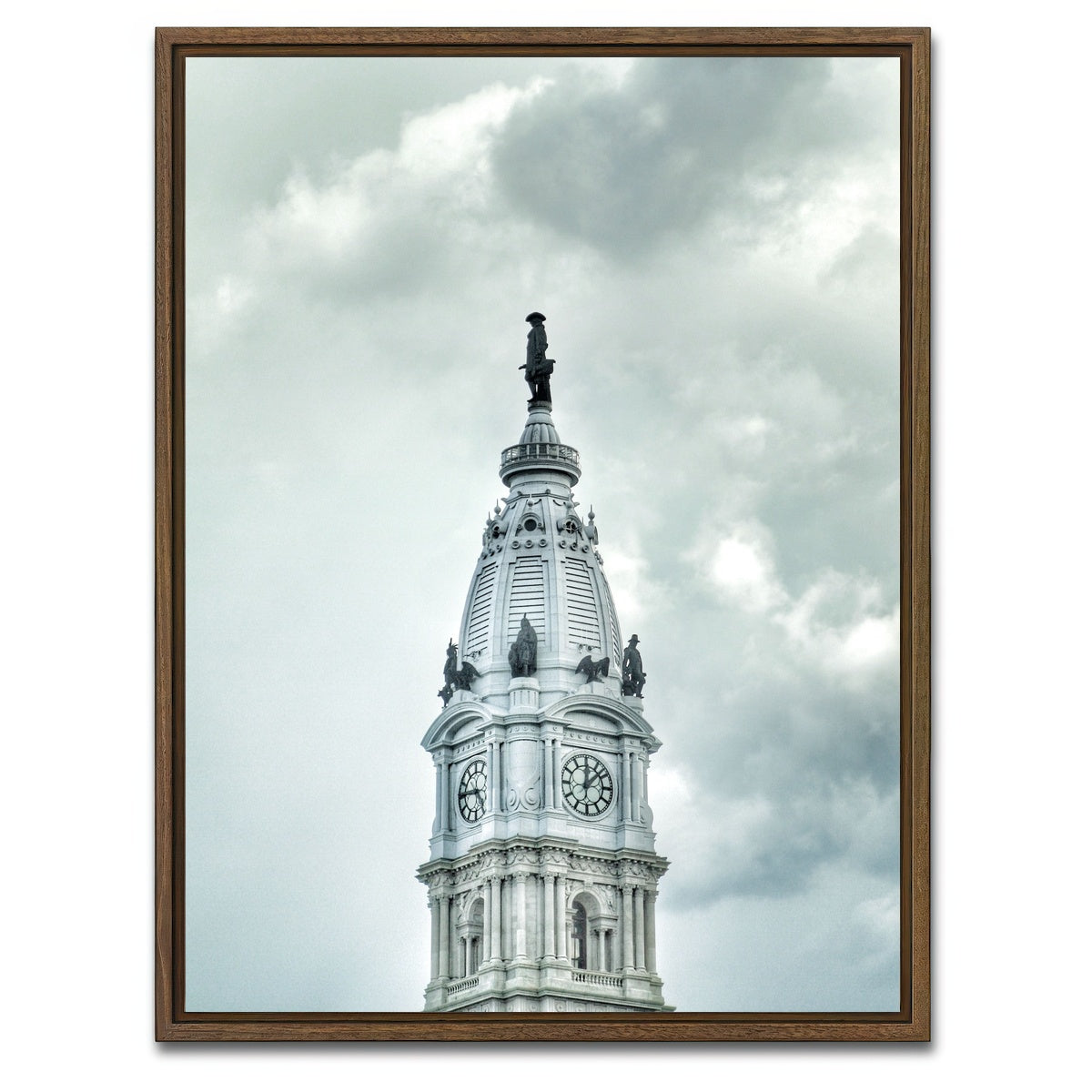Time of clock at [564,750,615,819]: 12:07
